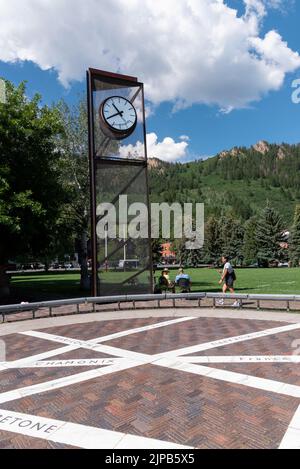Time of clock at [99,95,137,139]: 10:40
